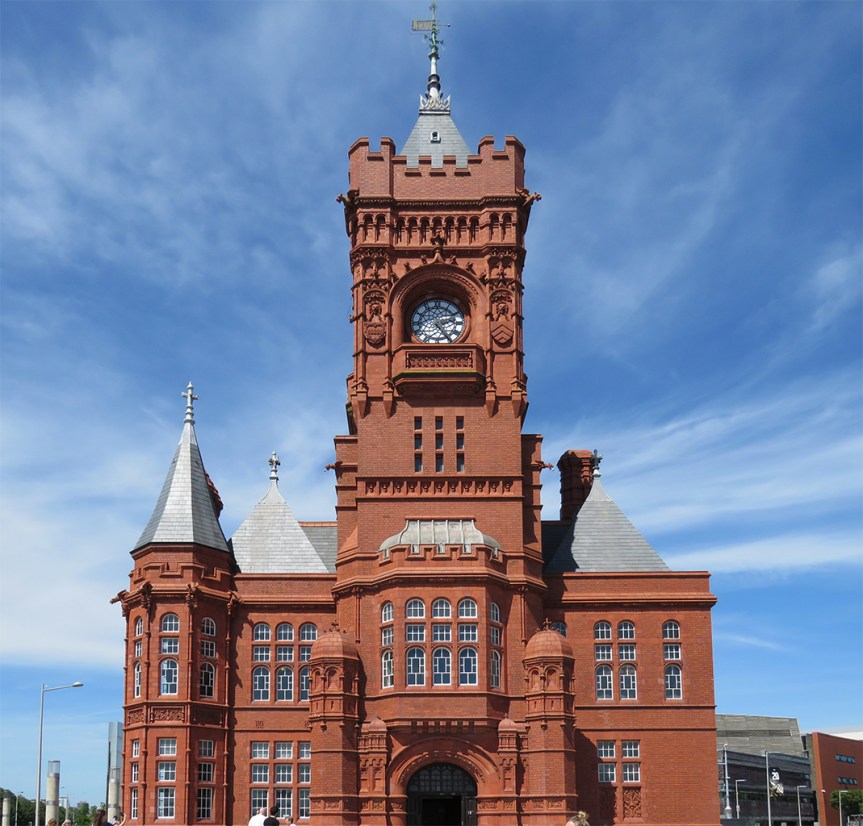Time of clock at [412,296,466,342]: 2:23
